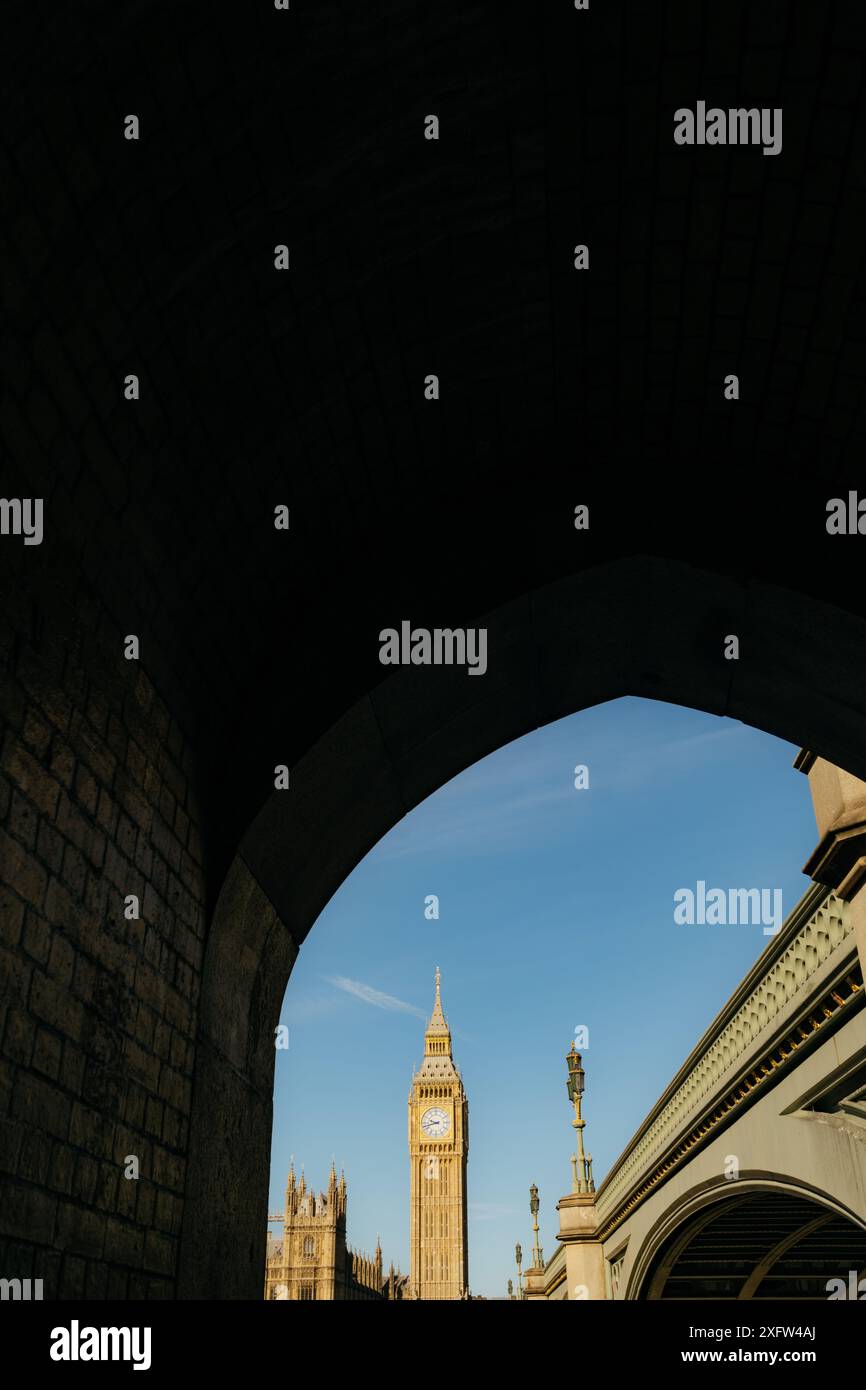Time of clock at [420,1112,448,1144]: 9:42
